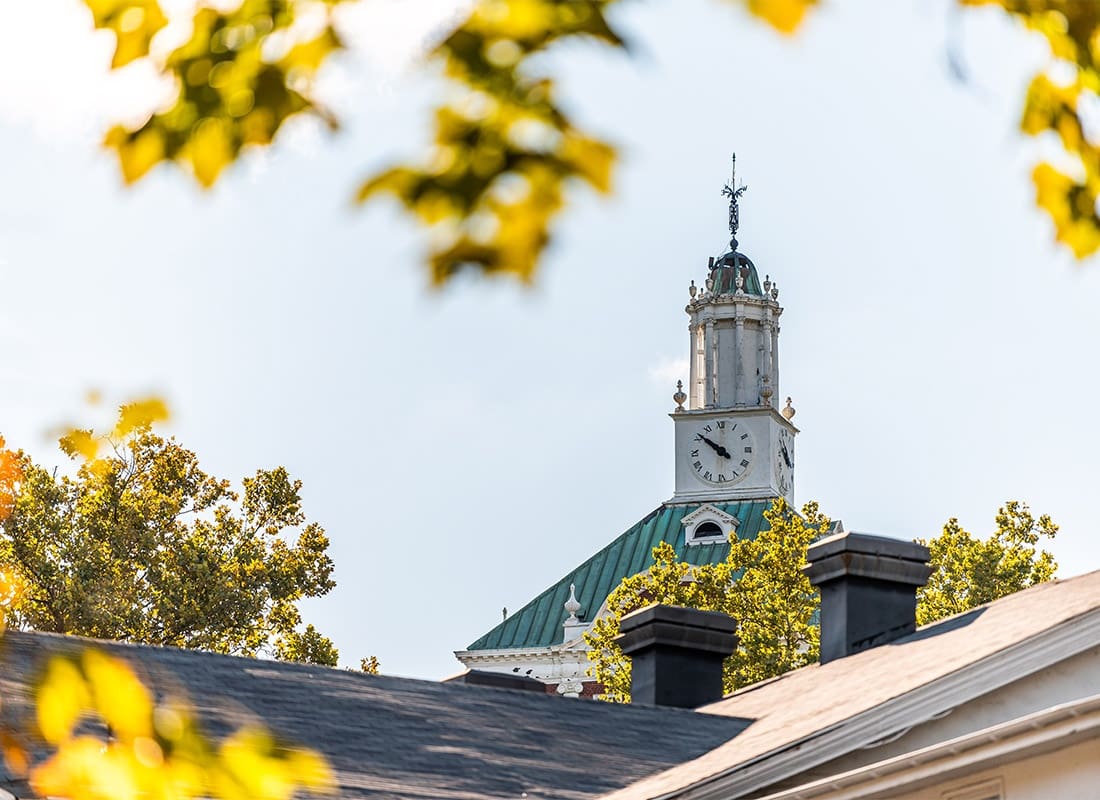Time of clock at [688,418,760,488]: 9:51
